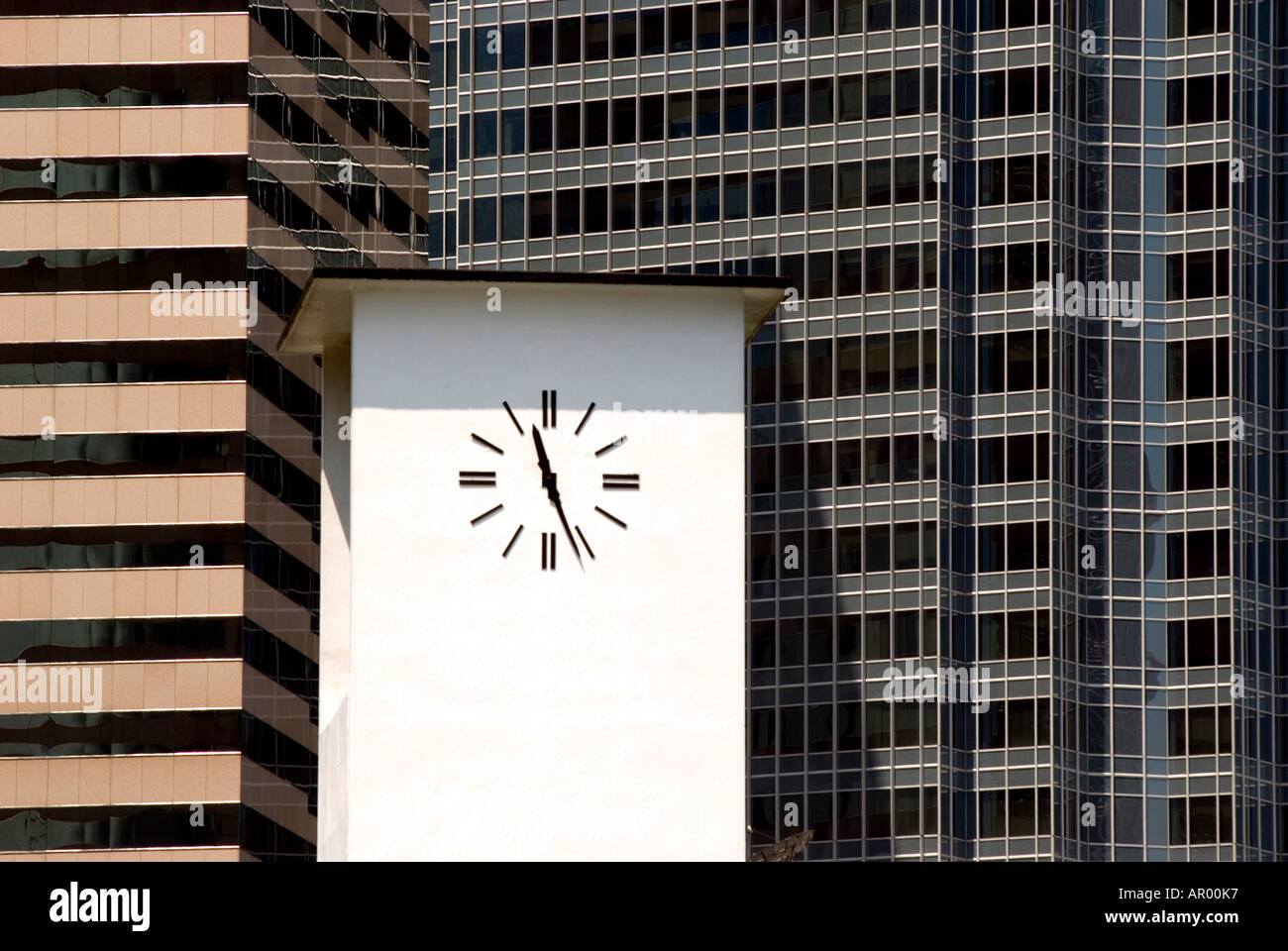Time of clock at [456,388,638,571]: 11:26
